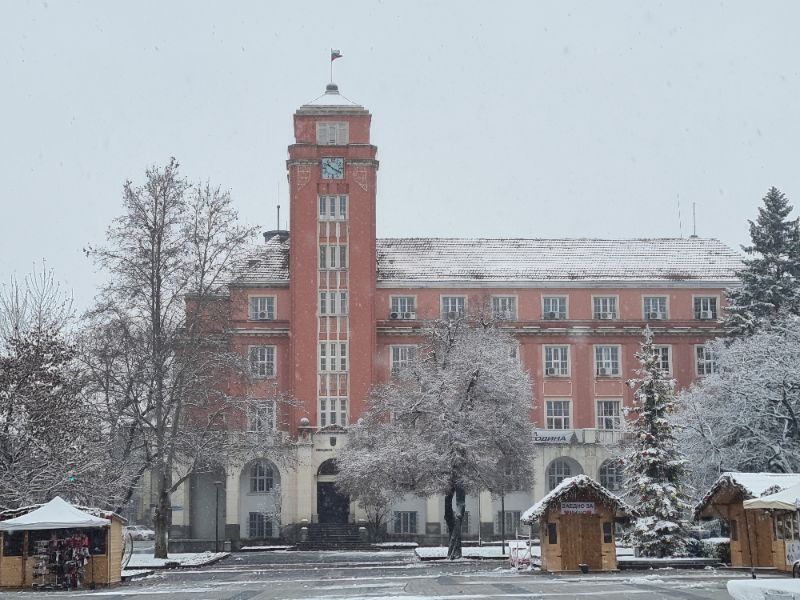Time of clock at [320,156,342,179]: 10:20
